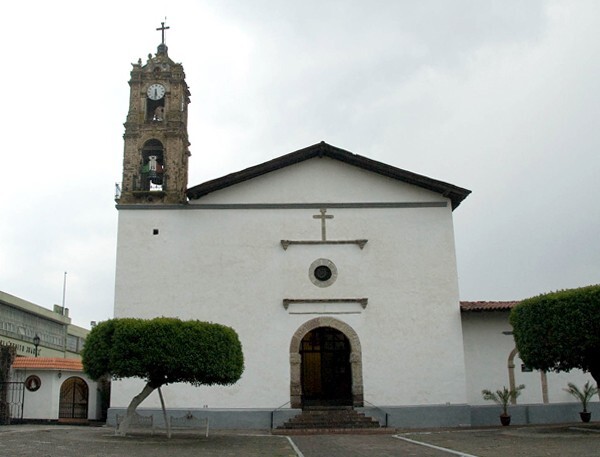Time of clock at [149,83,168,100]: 5:30
